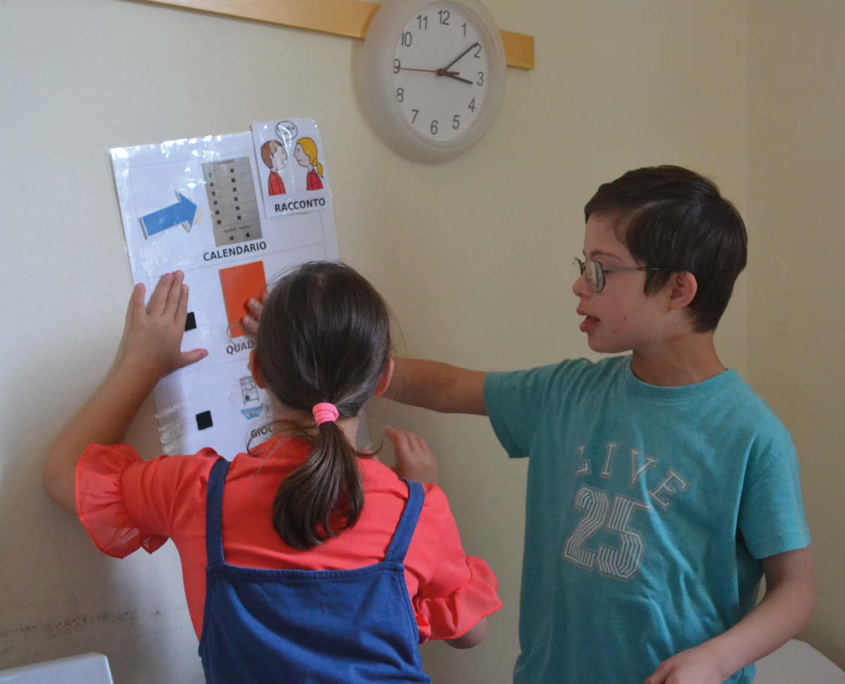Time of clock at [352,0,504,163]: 3:08
